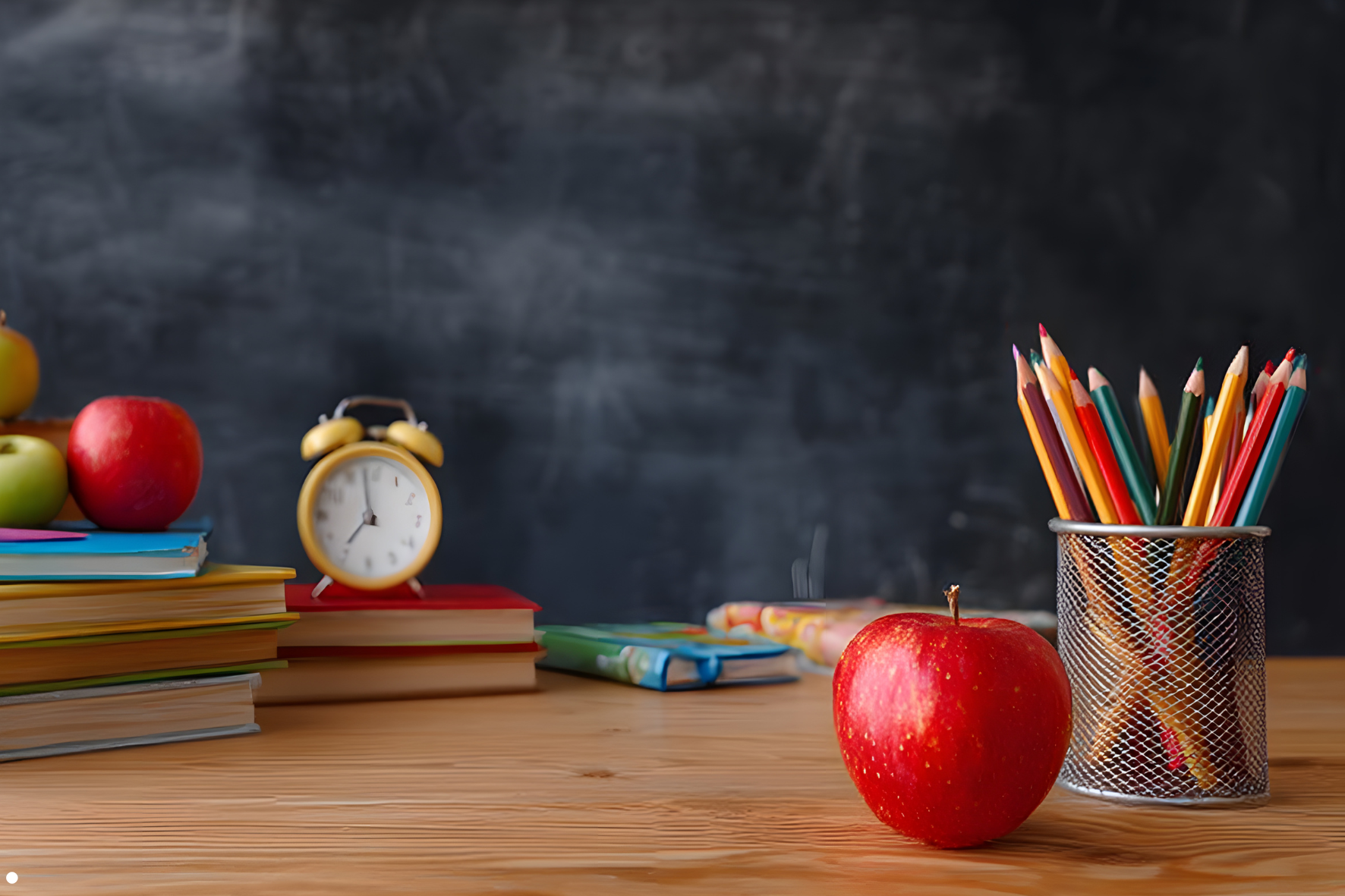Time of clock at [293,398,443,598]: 6:58
